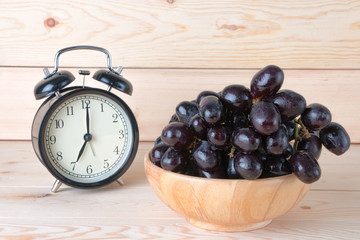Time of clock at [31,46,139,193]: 7:00
